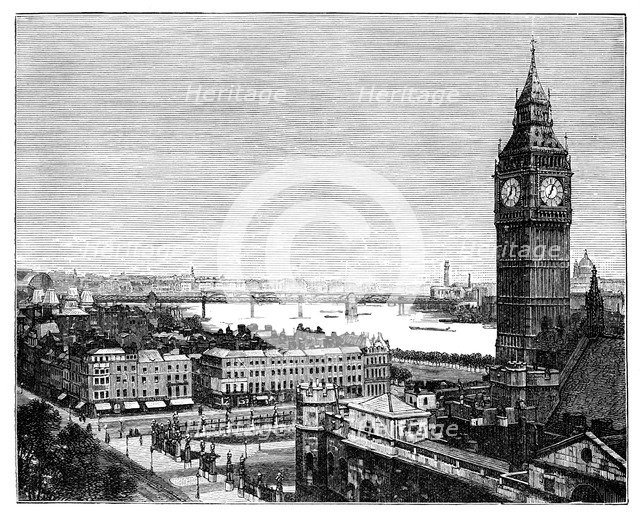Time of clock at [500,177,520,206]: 12:36
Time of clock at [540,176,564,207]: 7:04
